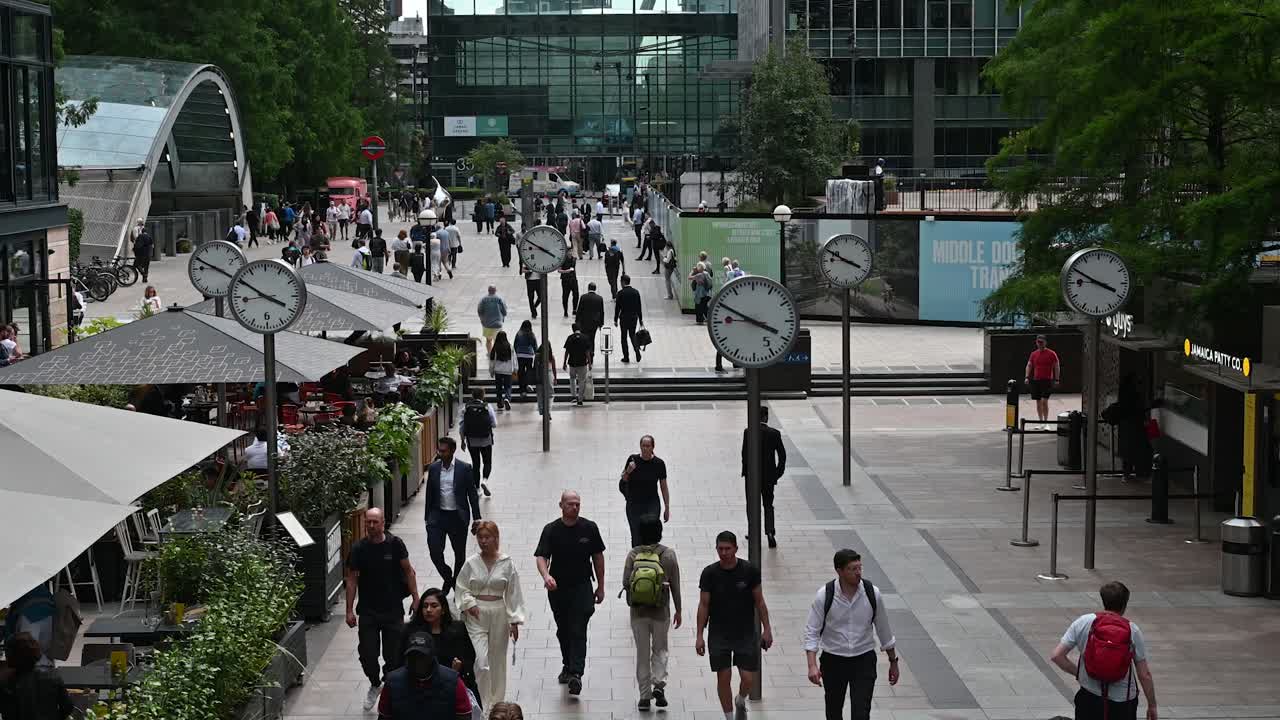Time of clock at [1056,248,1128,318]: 3:49
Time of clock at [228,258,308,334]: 3:50
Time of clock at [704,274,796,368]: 3:49
